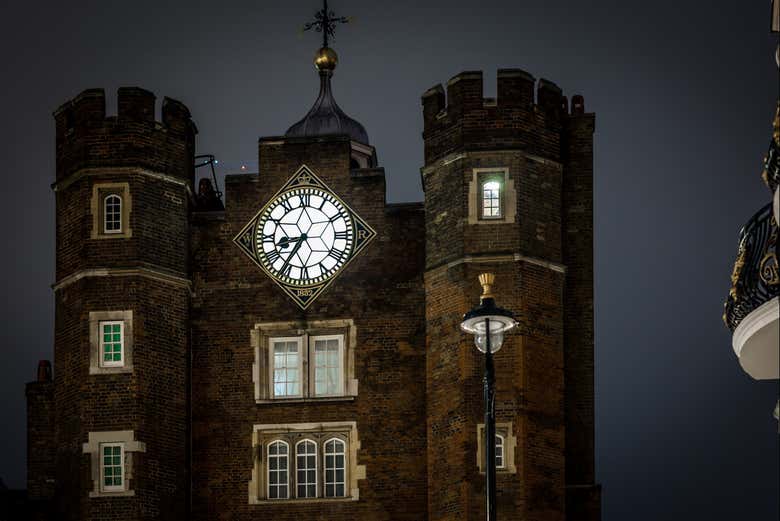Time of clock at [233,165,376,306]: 8:35
